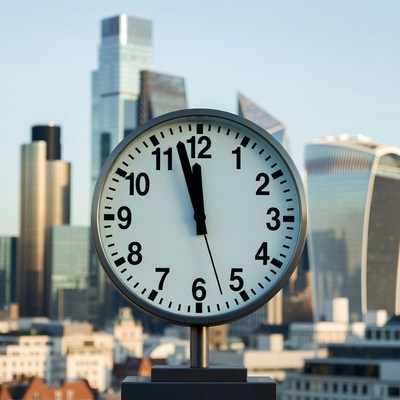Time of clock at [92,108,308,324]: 11:57
